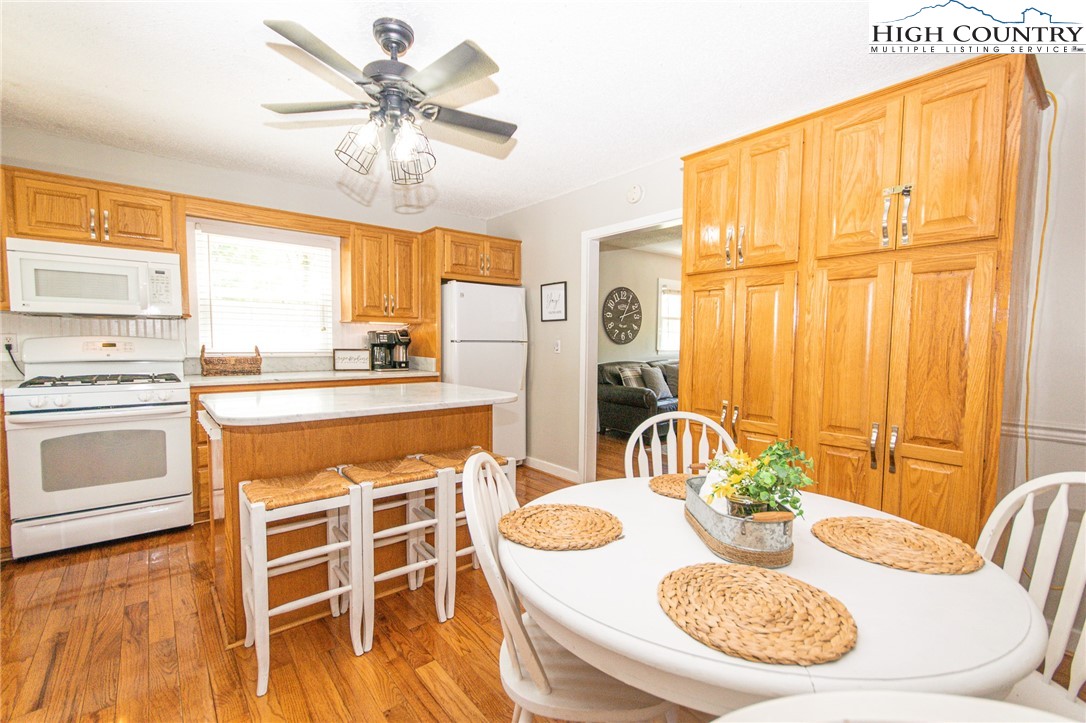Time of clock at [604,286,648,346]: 1:12
